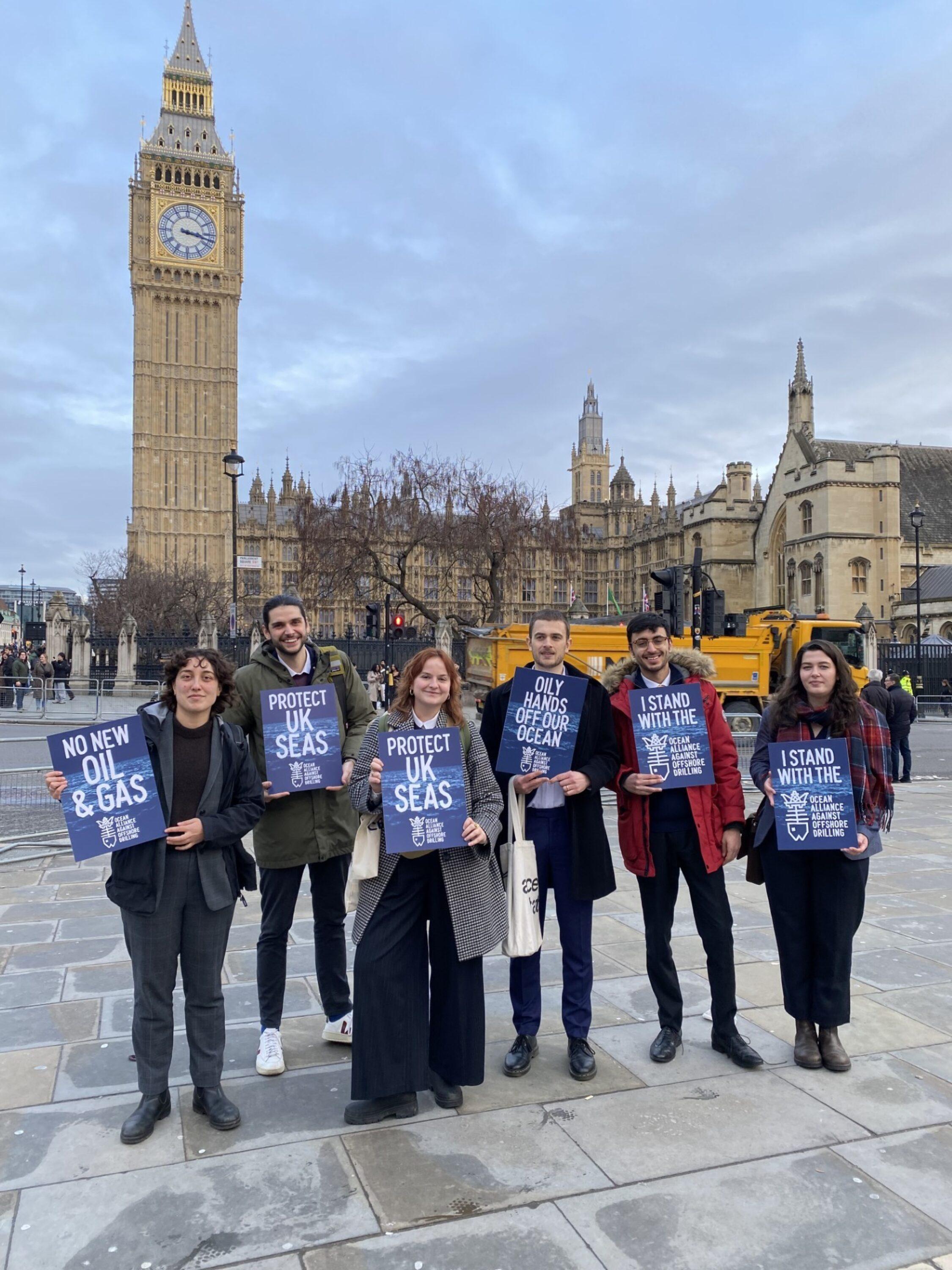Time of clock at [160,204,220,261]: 3:17
